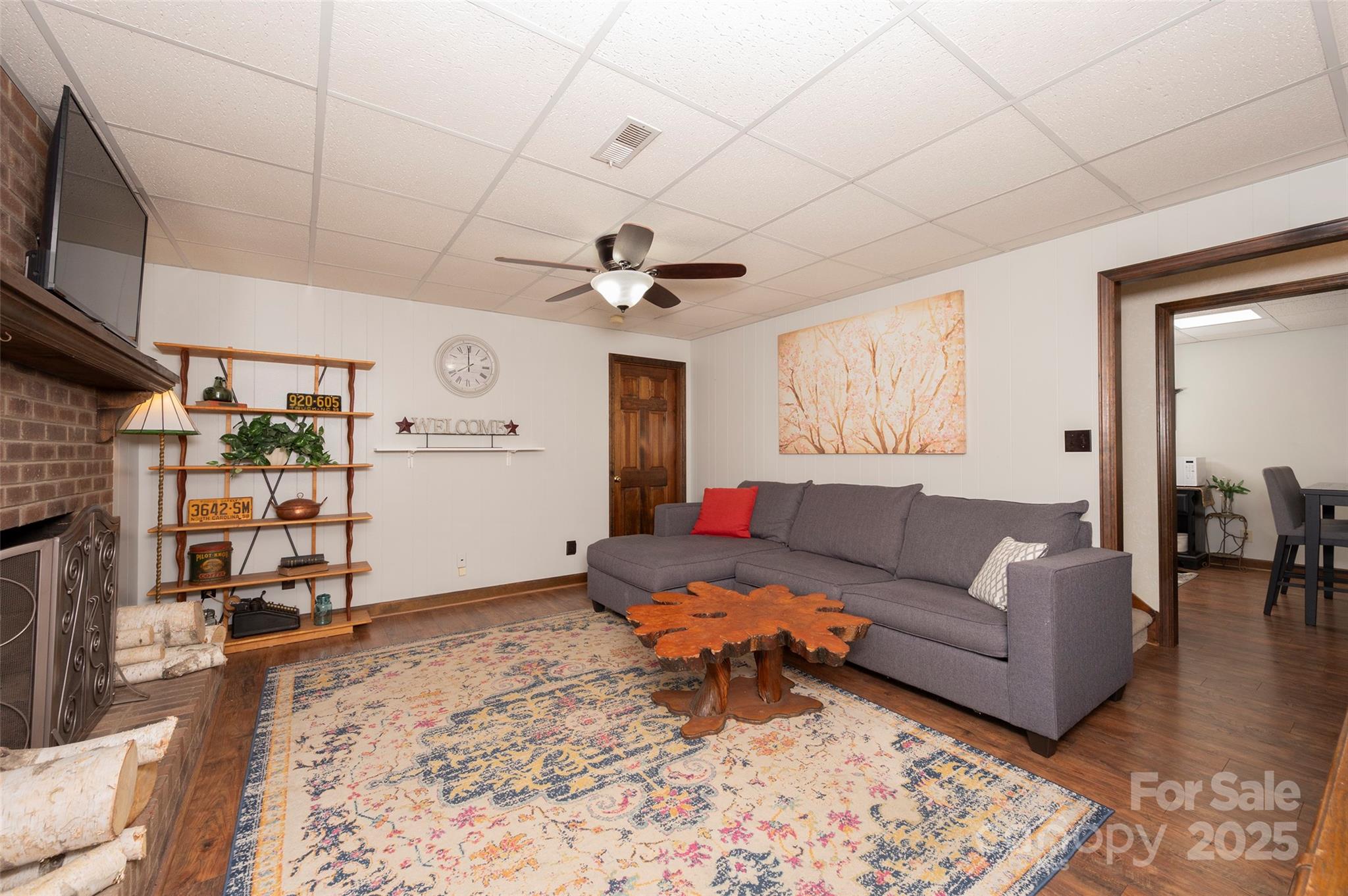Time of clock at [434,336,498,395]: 7:59
